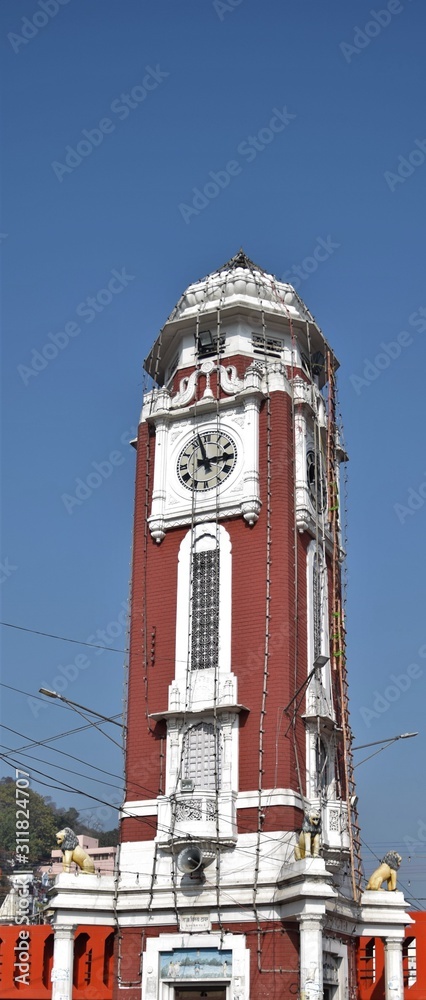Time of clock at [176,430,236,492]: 2:57
